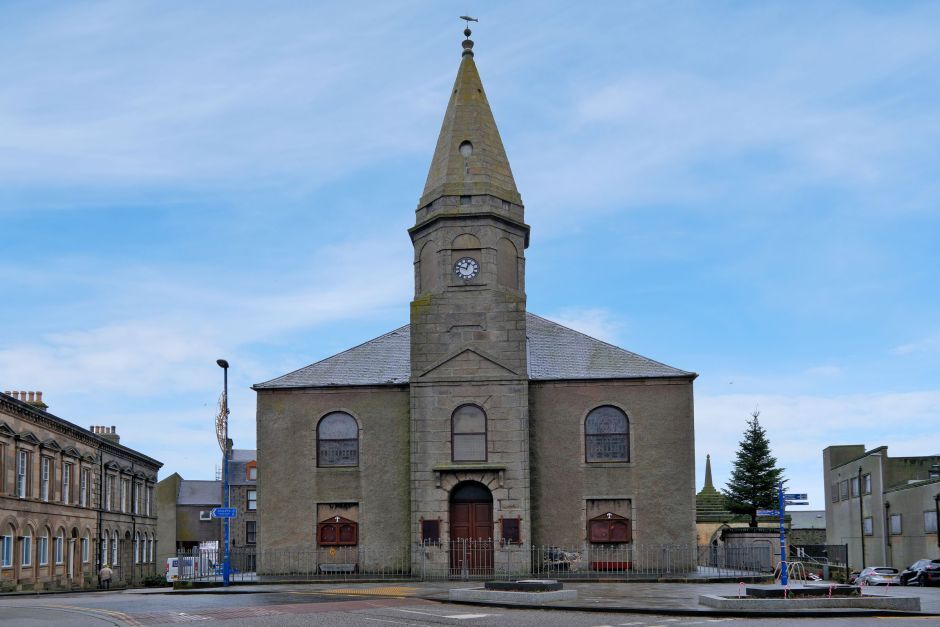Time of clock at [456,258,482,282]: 12:47
